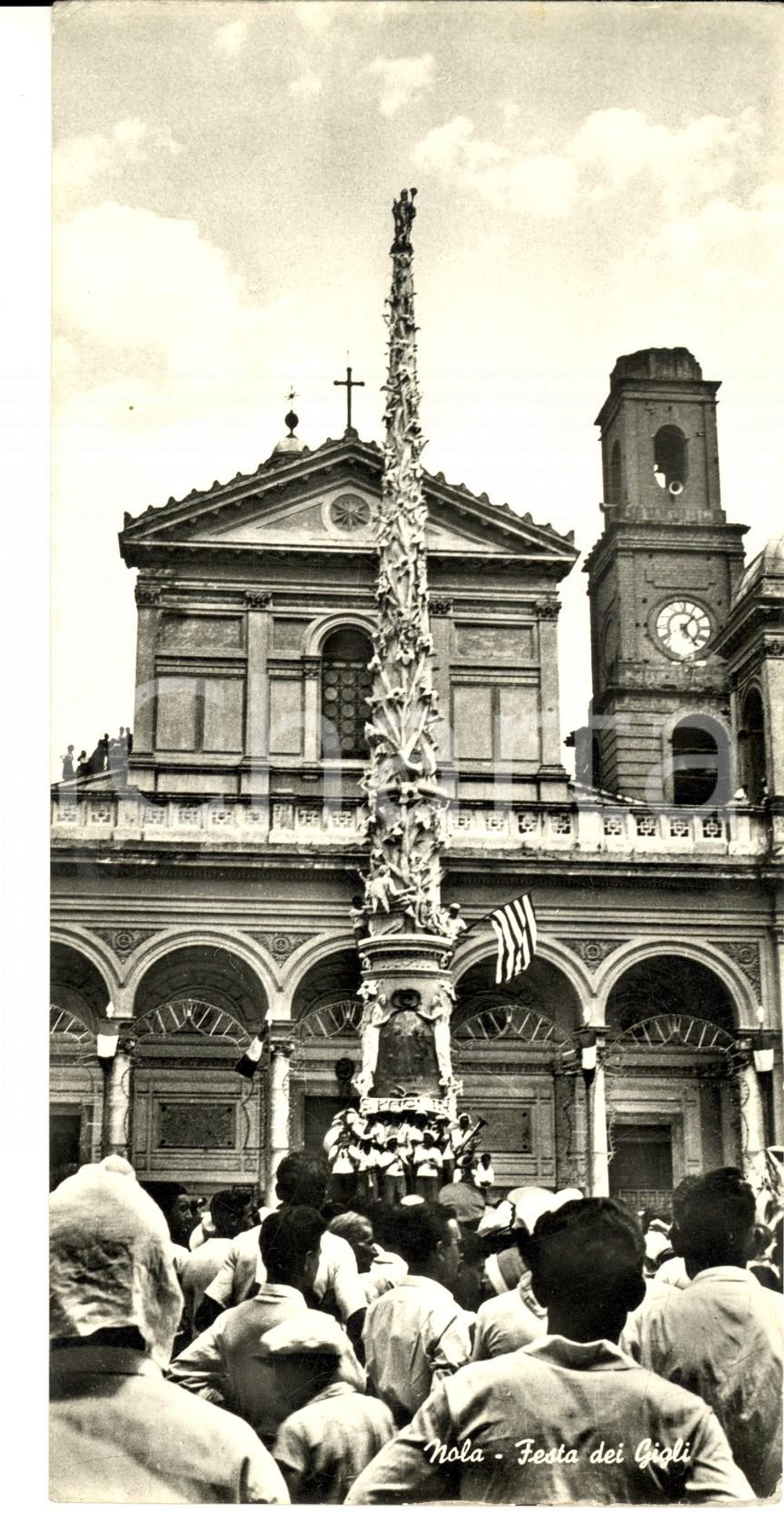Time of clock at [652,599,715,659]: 1:23
